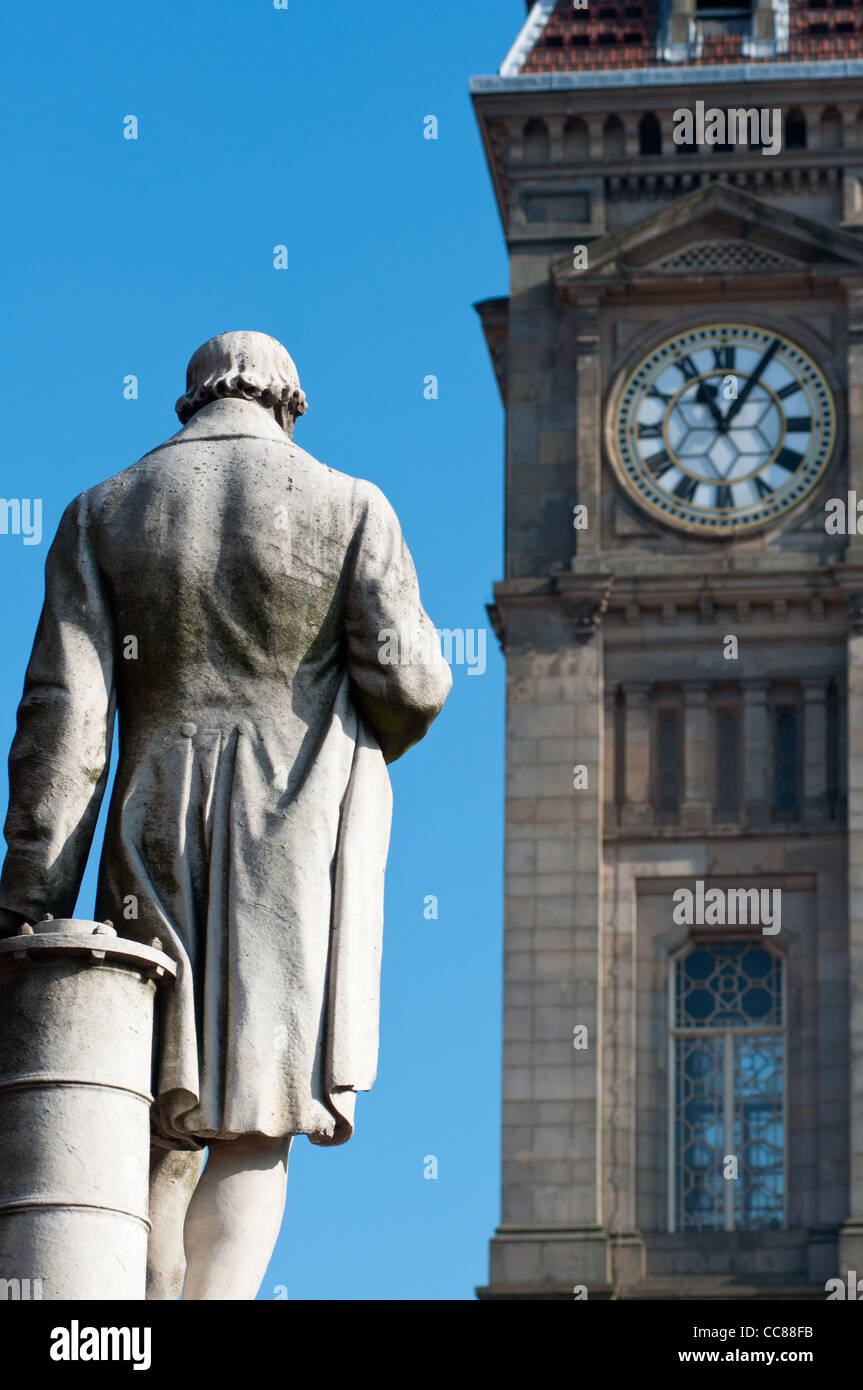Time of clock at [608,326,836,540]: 11:05
